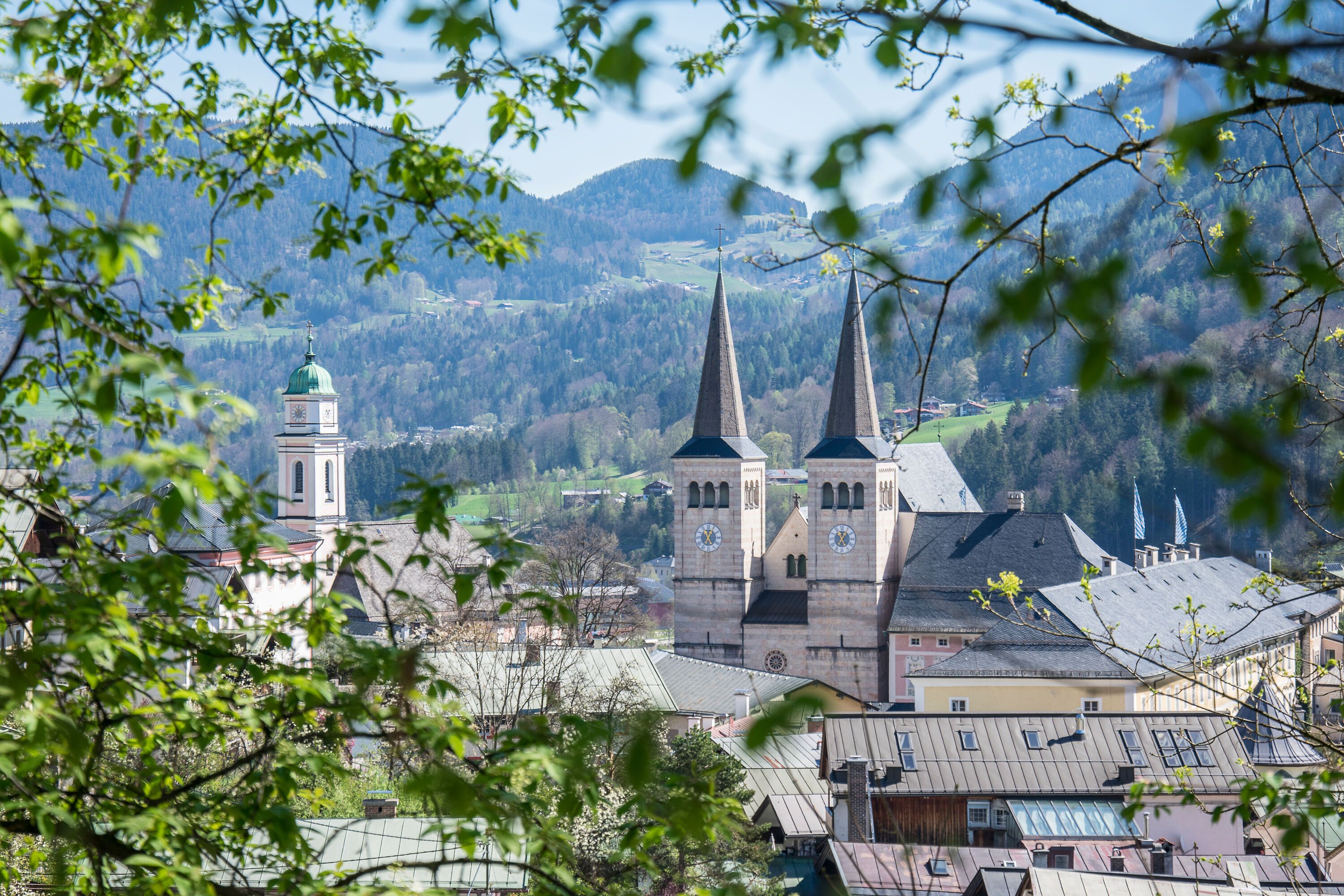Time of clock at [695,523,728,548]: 11:04
